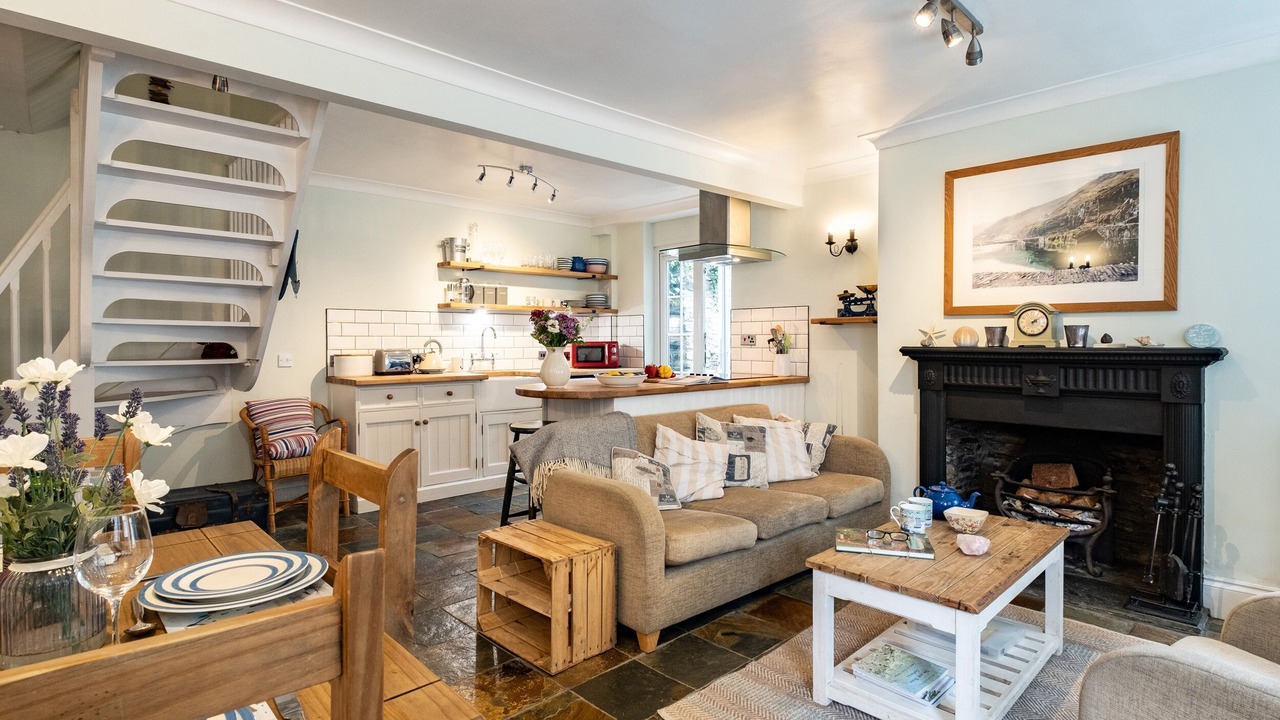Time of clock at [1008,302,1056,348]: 2:09
